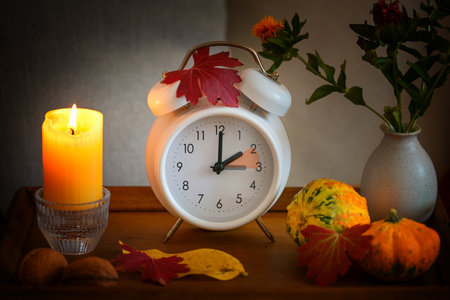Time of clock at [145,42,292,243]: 2:00
